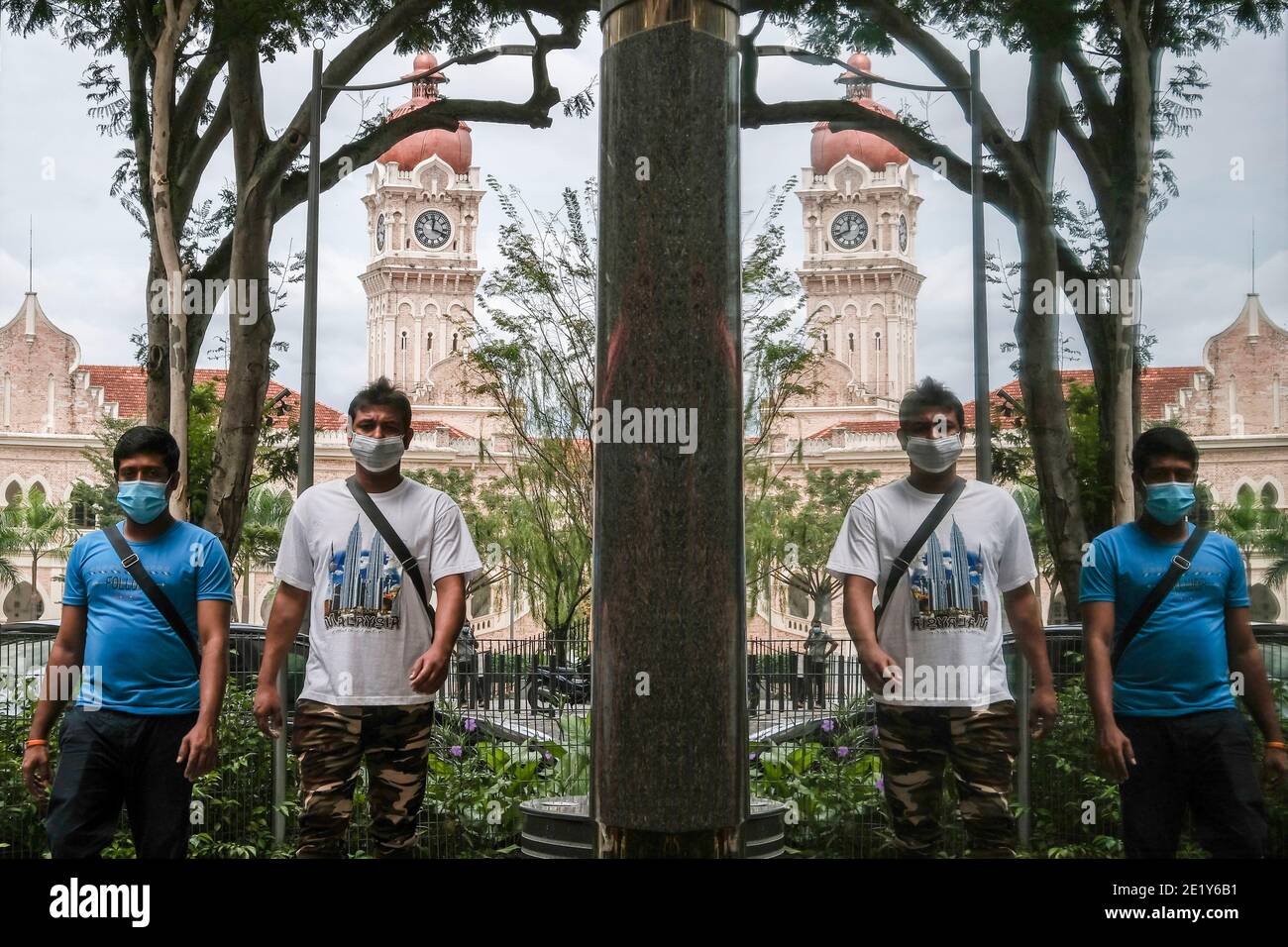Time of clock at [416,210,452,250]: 12:18
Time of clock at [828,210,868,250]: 11:41
